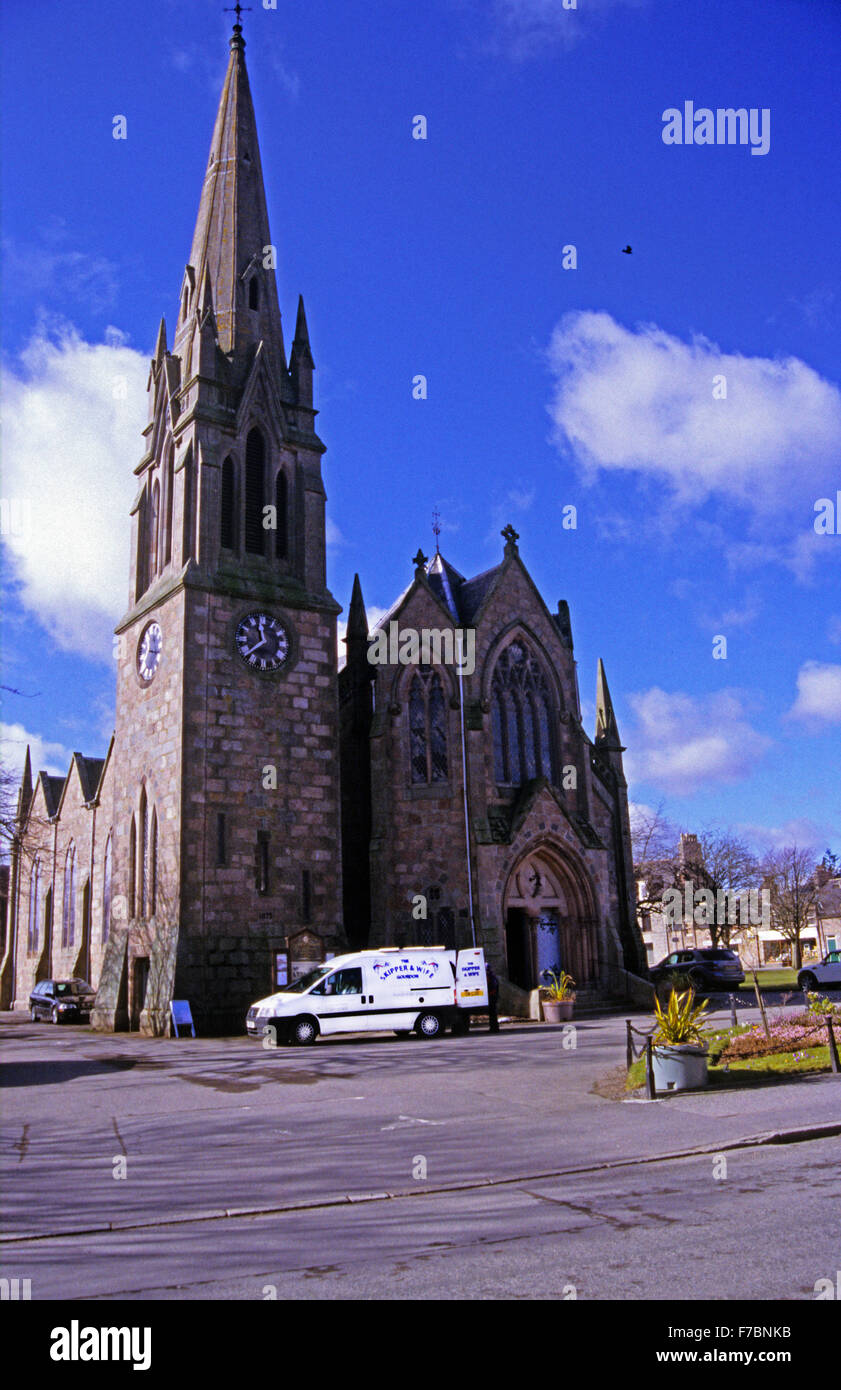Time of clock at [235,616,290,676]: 11:38
